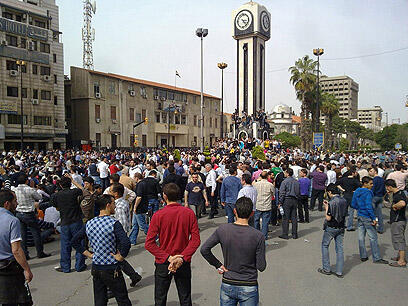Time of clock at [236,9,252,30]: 3:22
